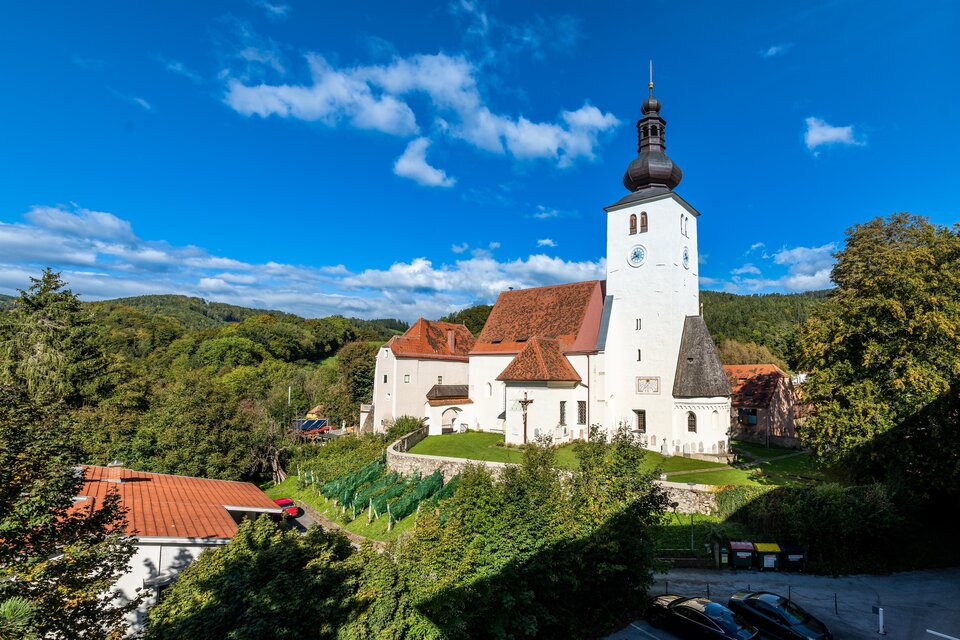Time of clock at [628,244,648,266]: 10:41
